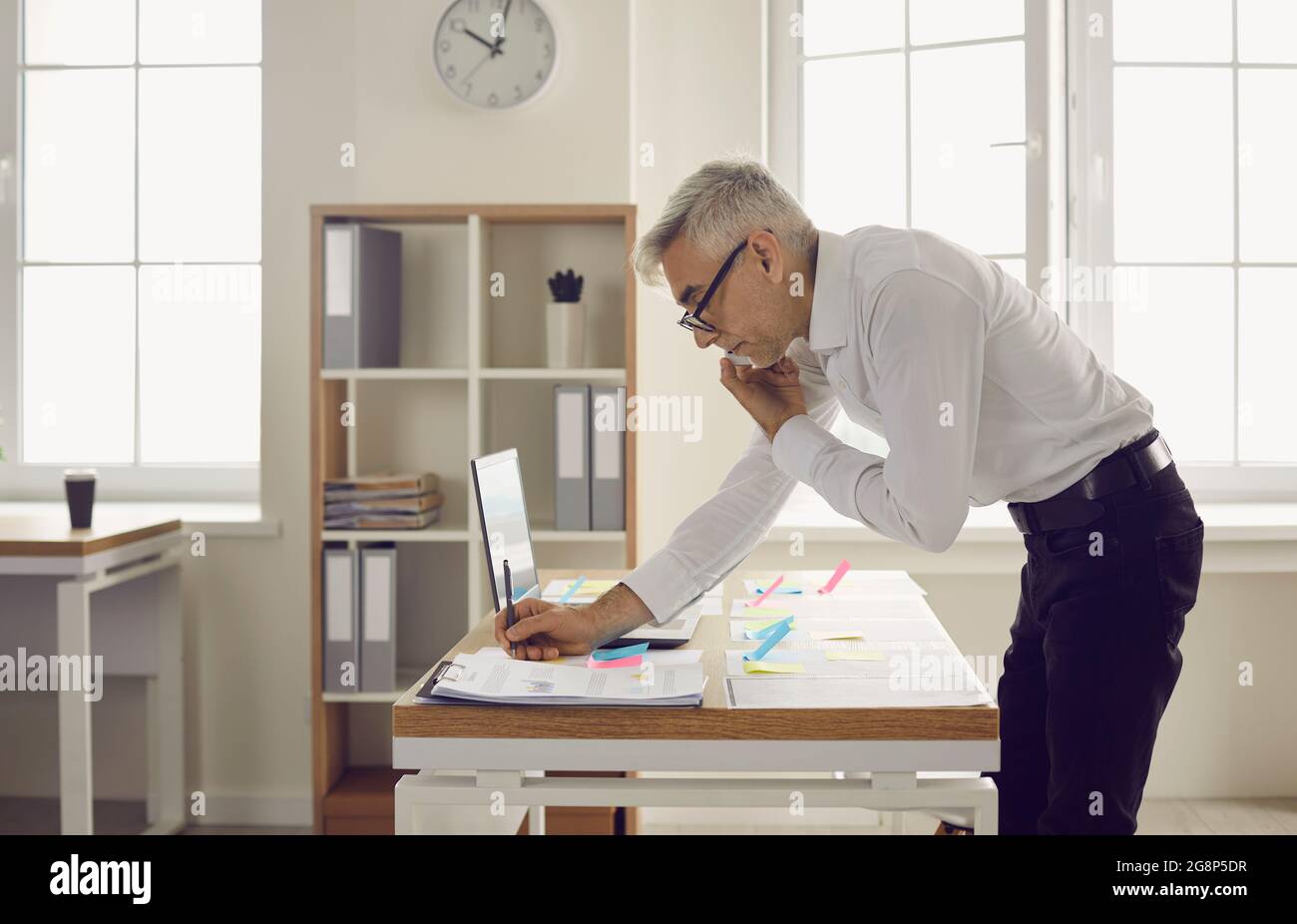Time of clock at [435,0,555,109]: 10:02
